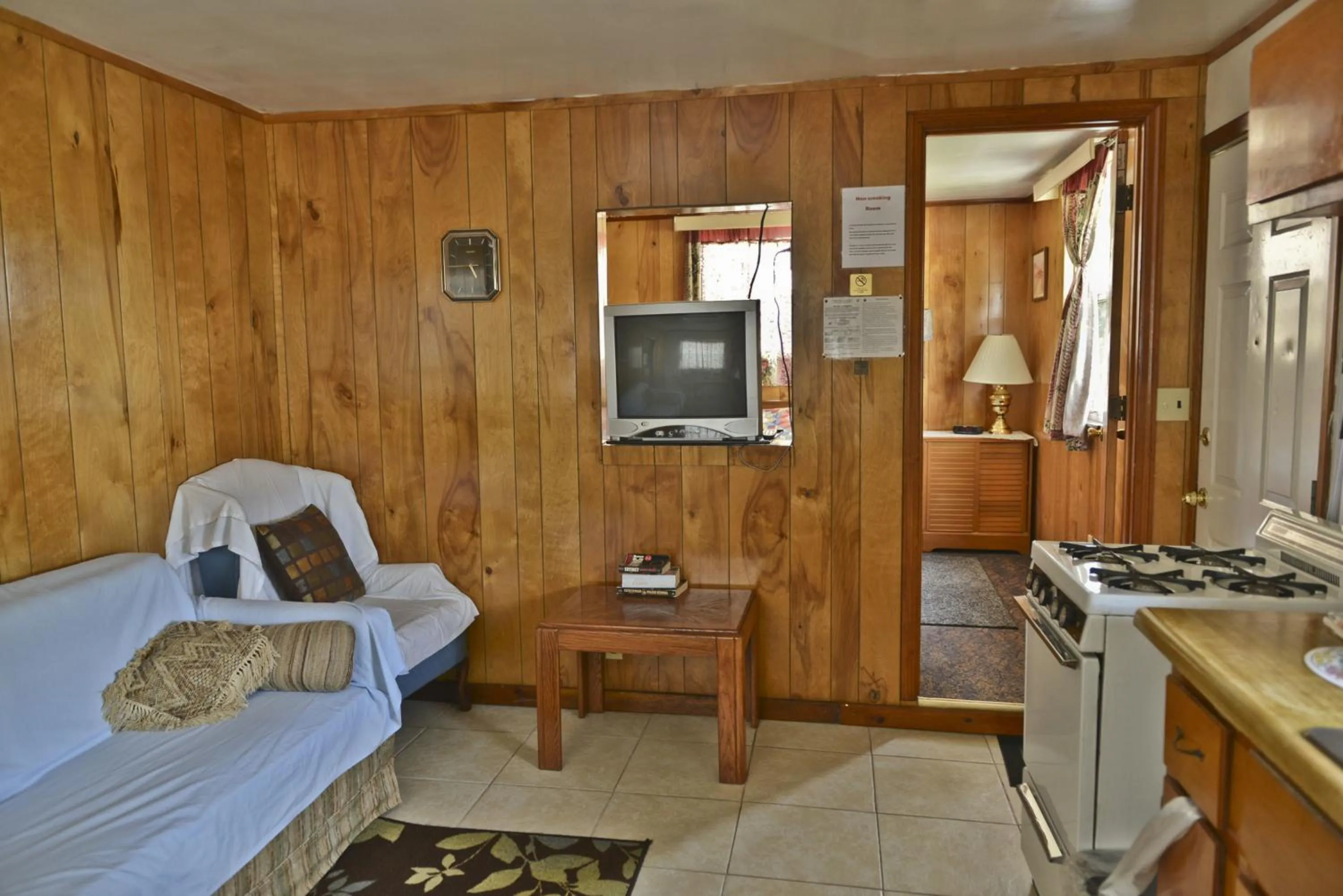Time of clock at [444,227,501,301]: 4:44
